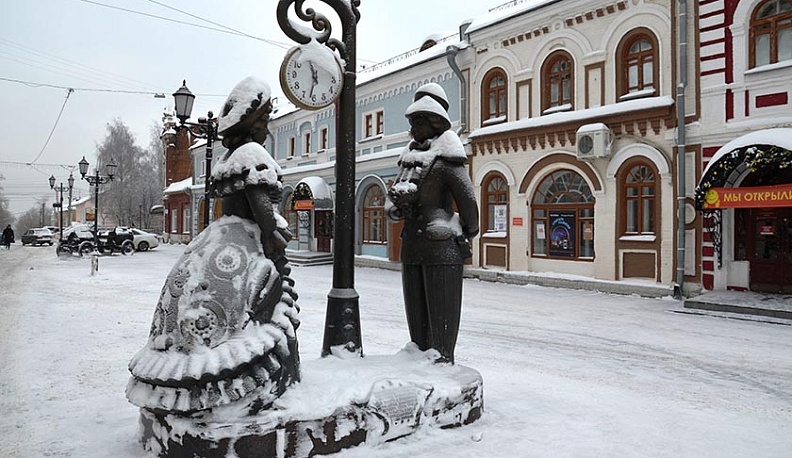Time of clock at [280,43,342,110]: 11:32
